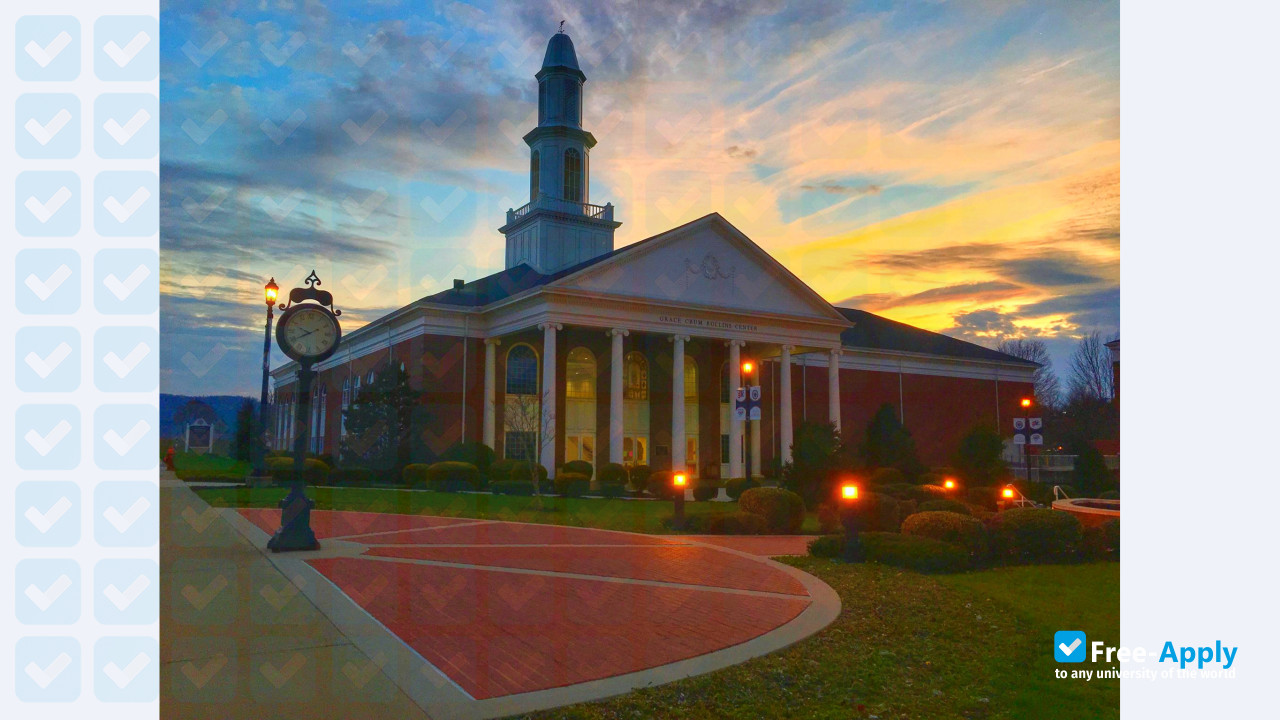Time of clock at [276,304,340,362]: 9:40
